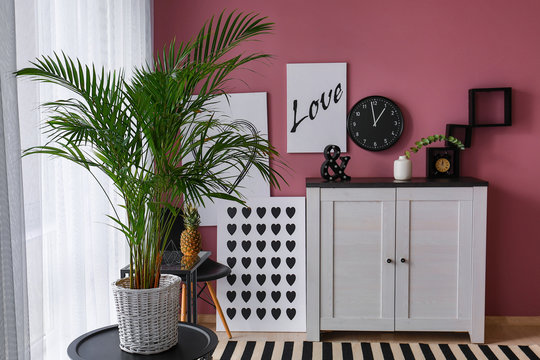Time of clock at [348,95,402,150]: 12:58
